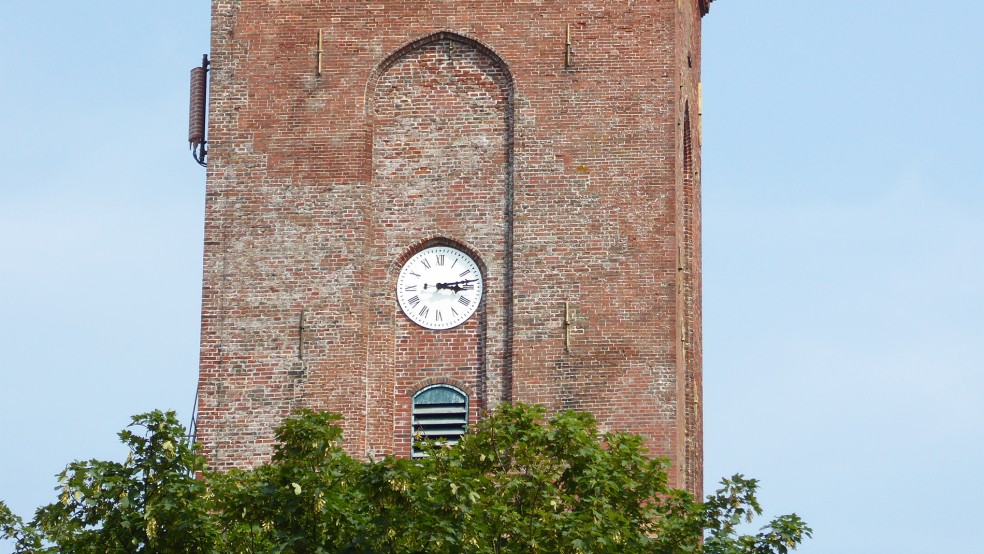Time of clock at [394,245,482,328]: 3:13
